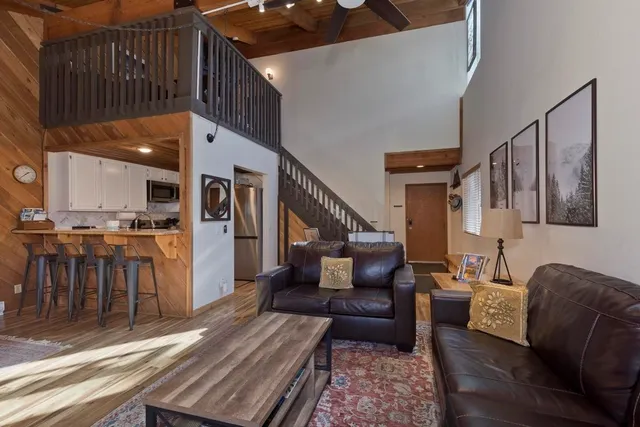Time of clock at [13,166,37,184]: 1:37
